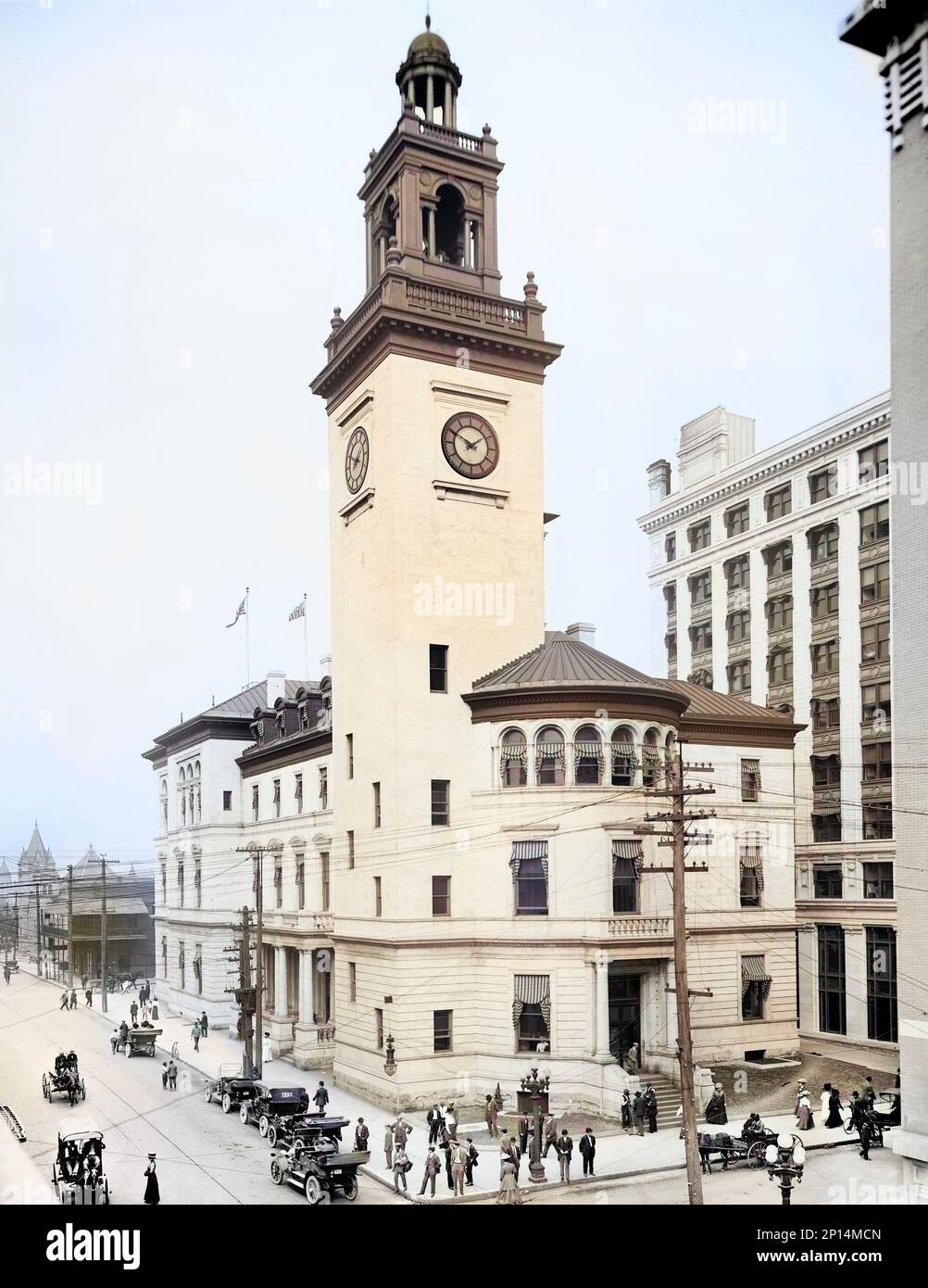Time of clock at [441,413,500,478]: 1:50
